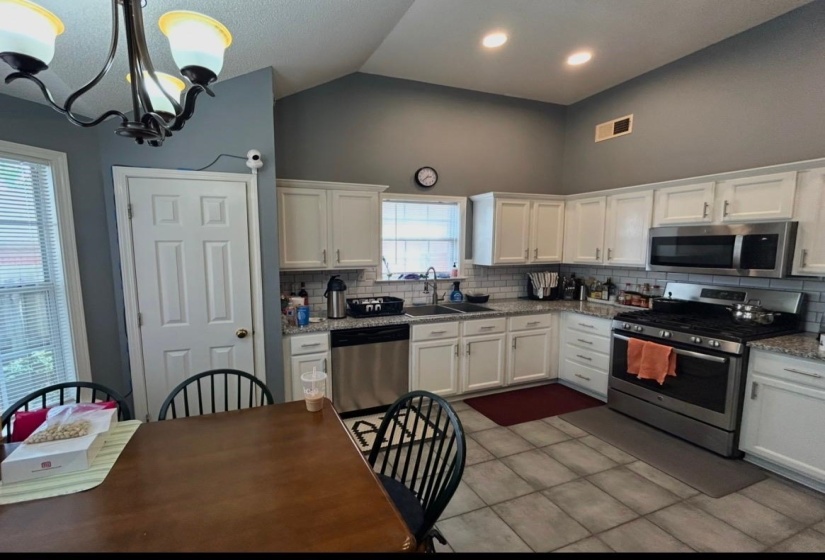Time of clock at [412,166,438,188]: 2:38
